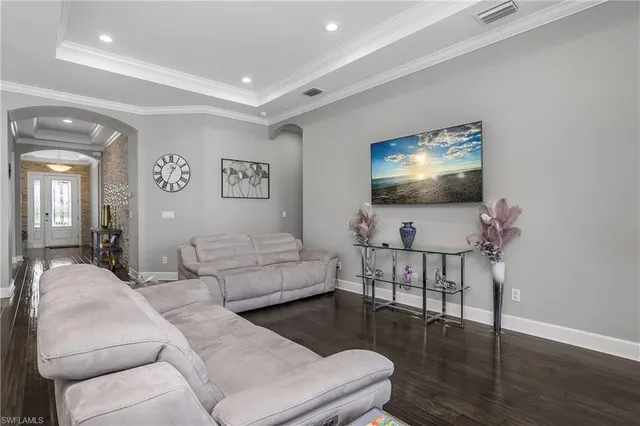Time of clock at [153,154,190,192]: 1:34
